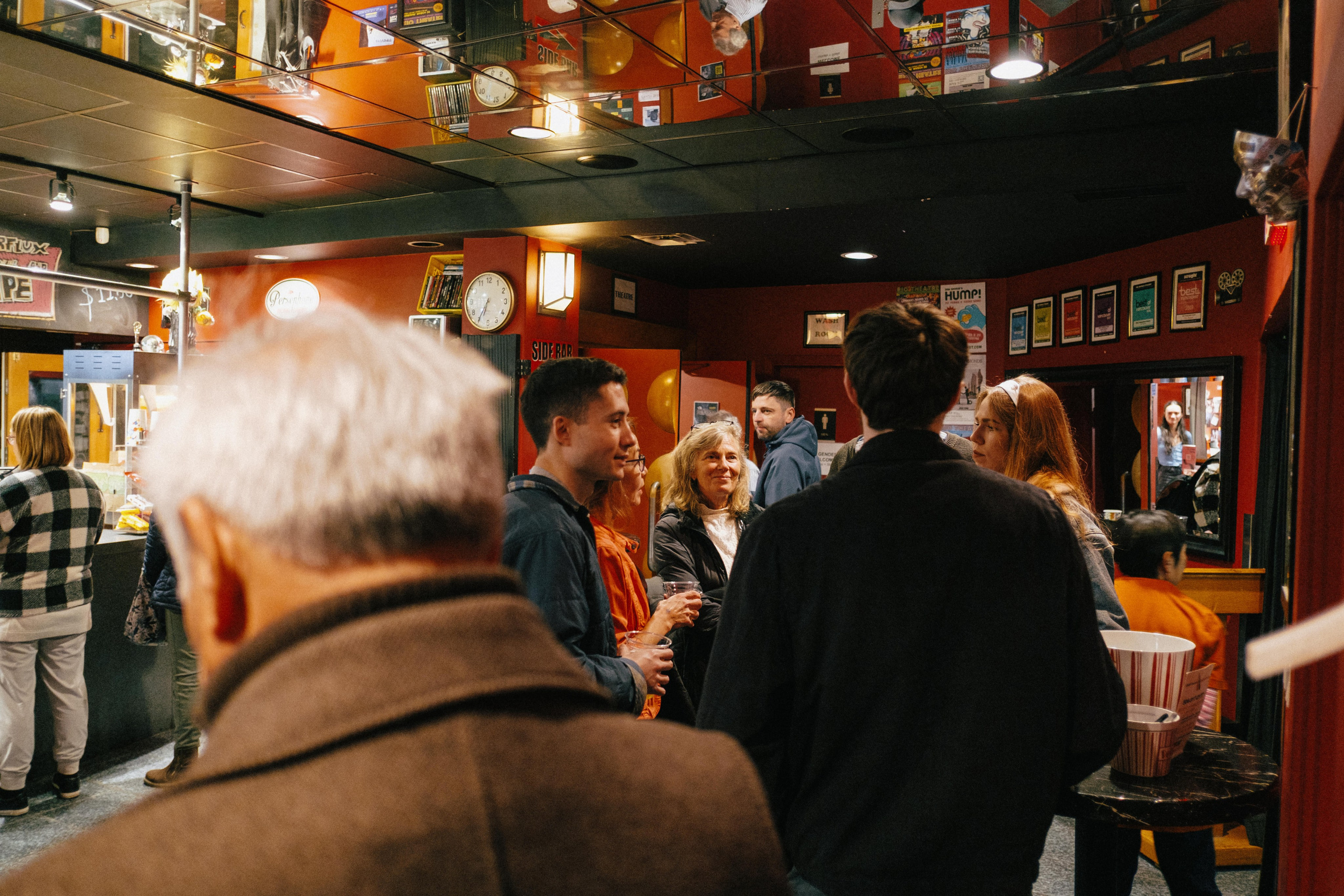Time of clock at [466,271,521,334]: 6:35
